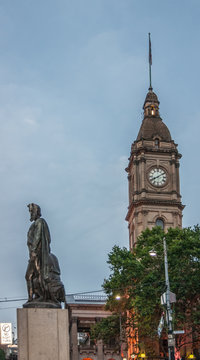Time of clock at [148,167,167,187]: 8:09
